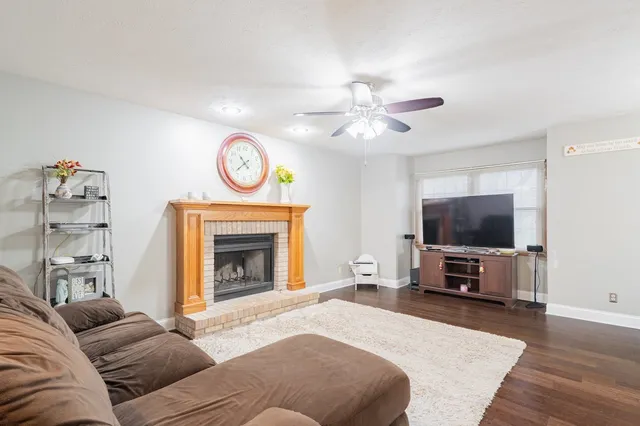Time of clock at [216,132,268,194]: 10:37
